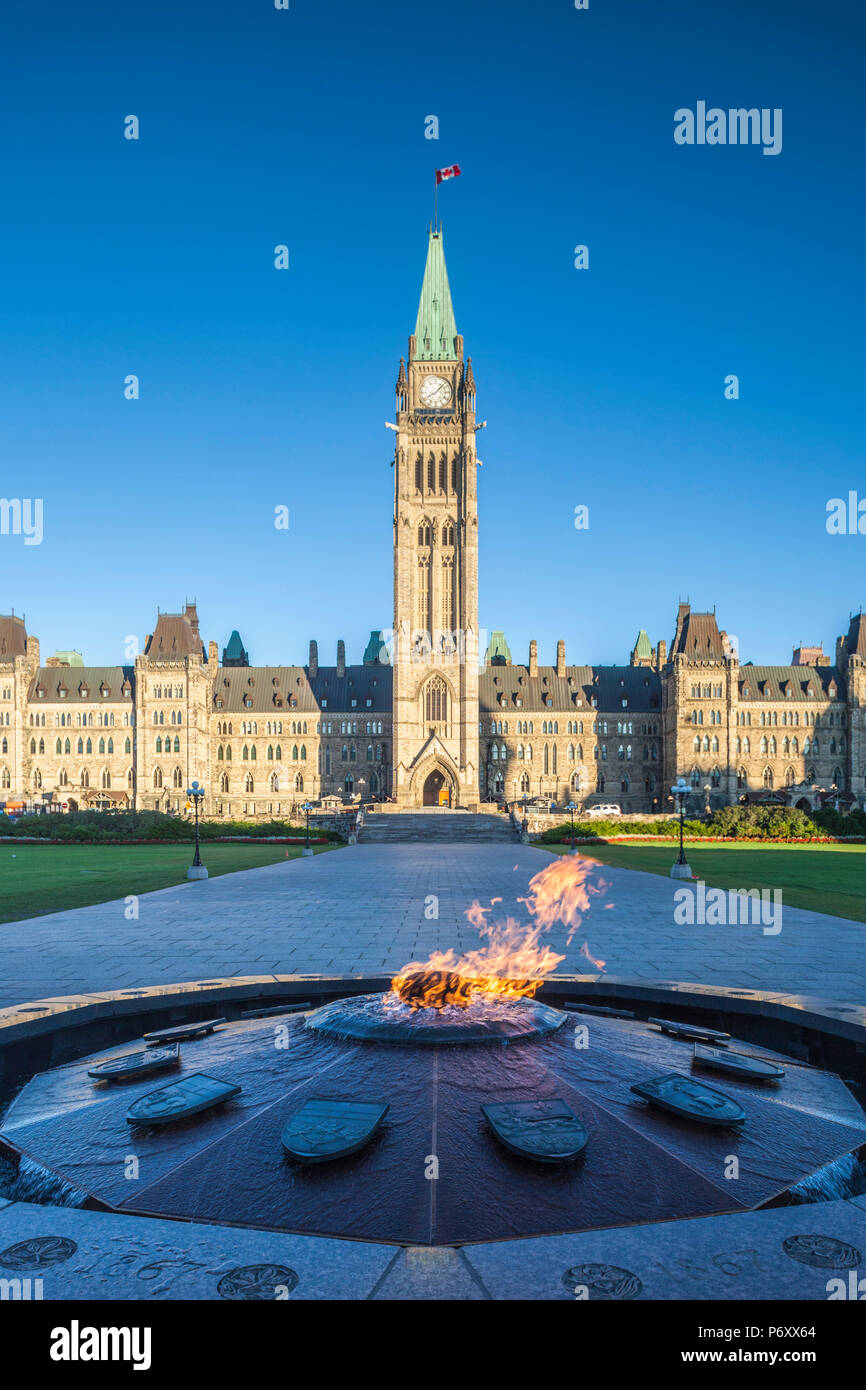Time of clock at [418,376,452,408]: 8:07
